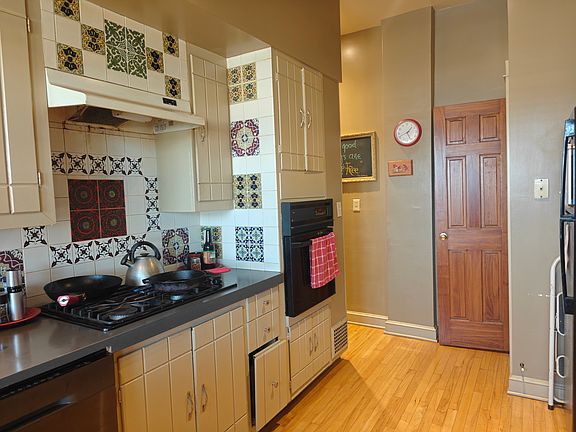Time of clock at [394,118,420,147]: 1:26
